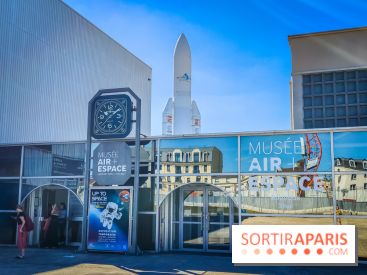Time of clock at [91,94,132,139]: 1:37
